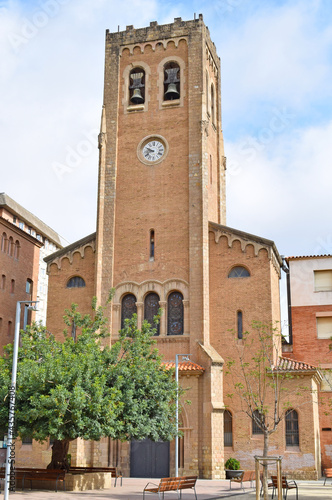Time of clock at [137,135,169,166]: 9:42
